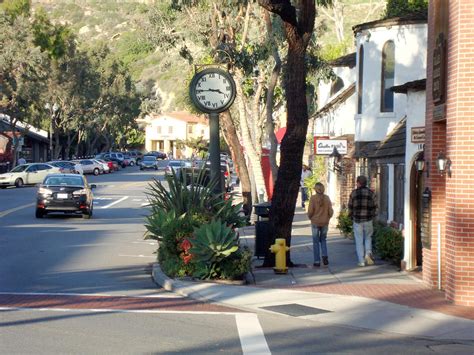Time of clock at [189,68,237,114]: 3:45
